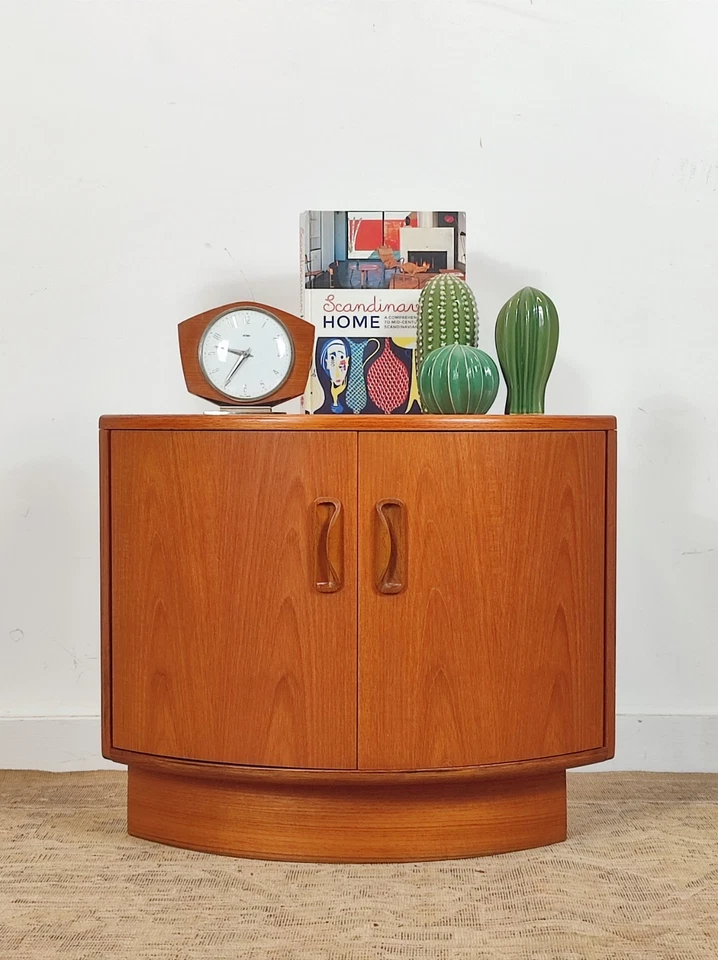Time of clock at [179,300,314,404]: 9:35
